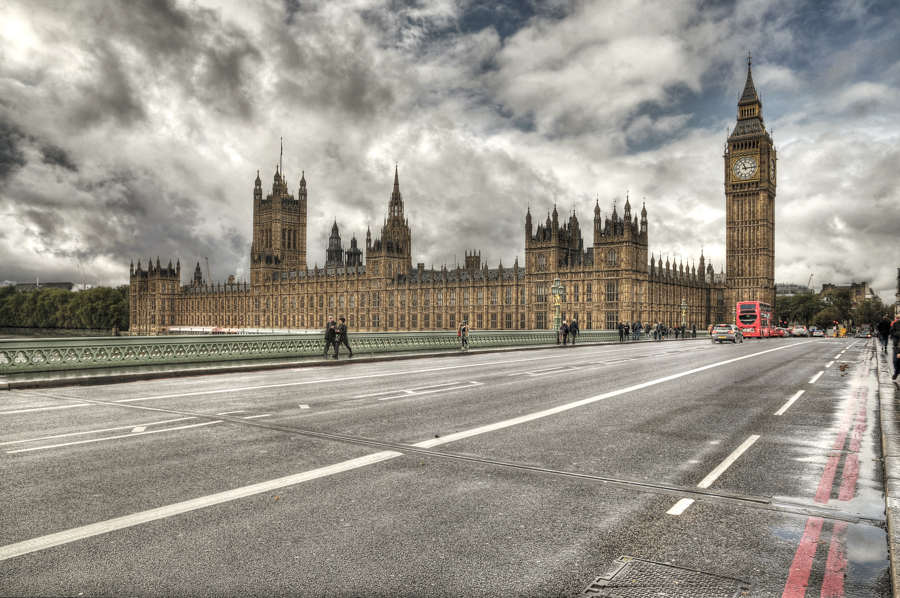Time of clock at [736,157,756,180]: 11:14
